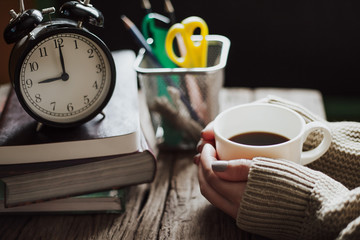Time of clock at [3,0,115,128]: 9:00
